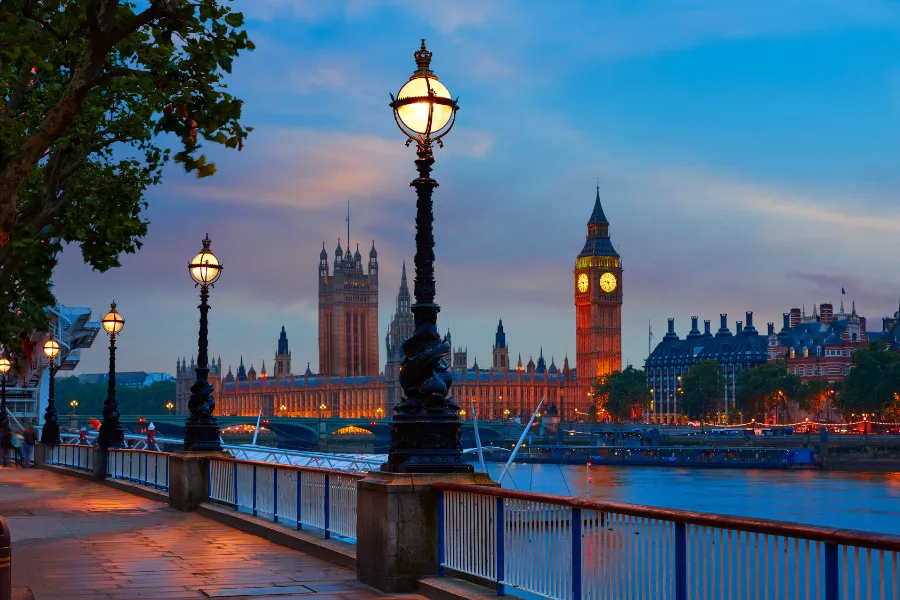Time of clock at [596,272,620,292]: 9:27
